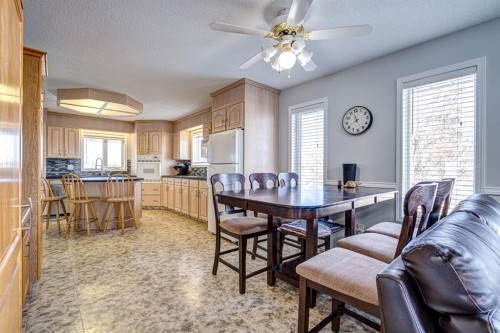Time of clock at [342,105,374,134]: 11:41
